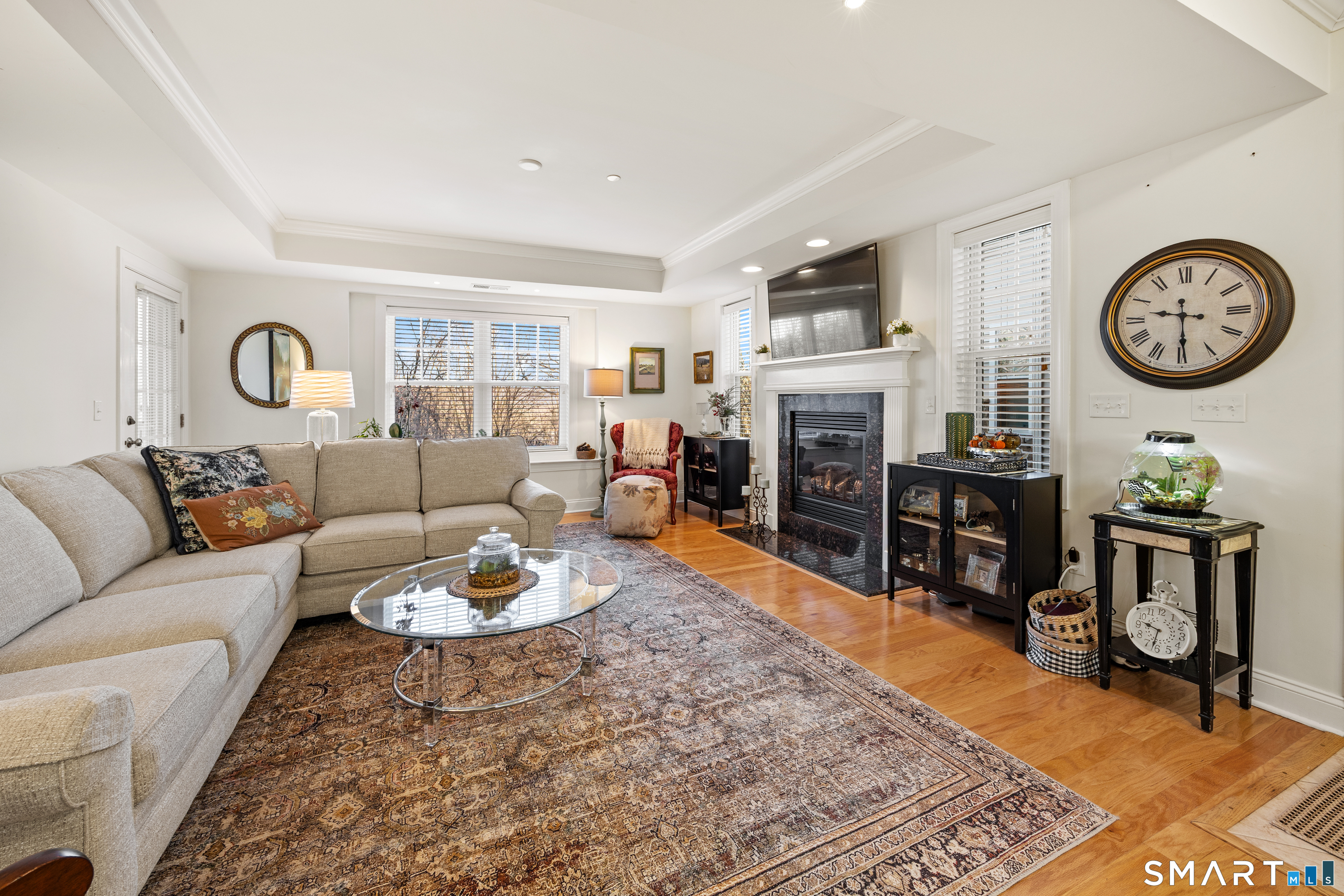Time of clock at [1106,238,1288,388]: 9:29
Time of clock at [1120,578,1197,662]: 9:32
